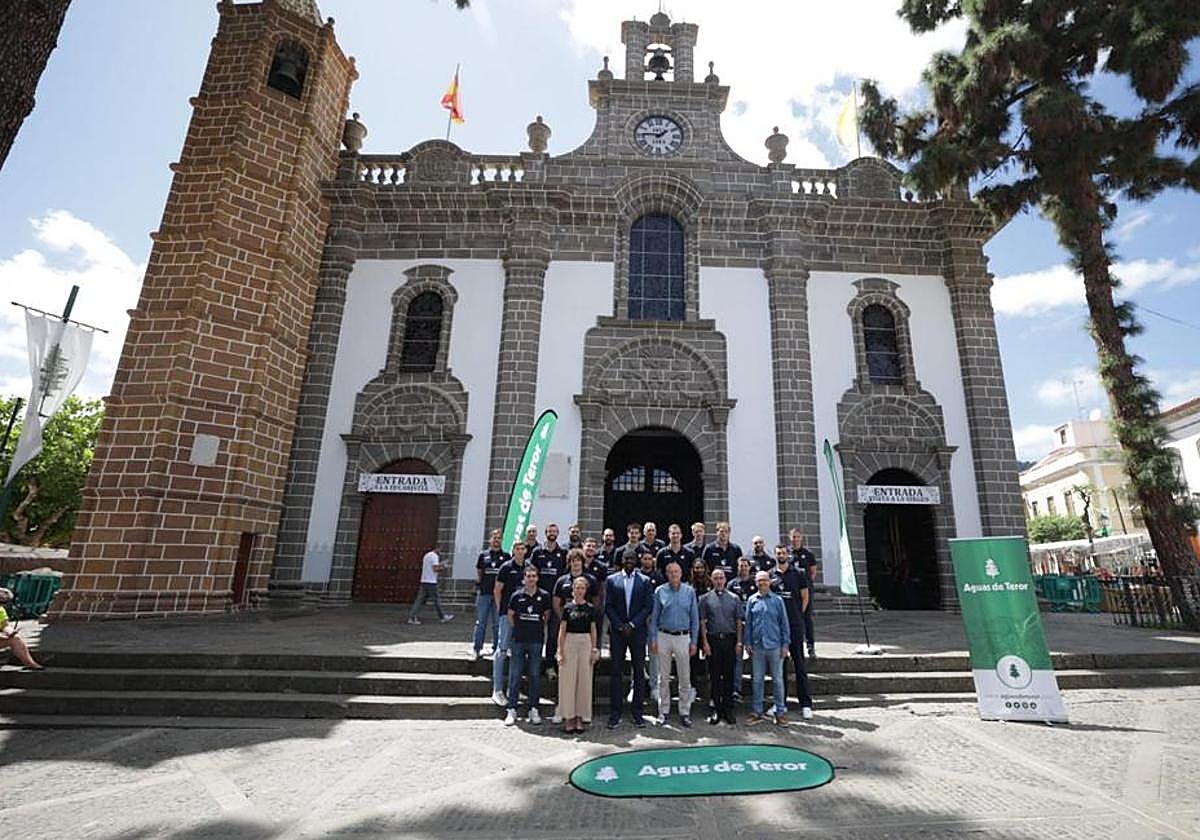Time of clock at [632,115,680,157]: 1:45
